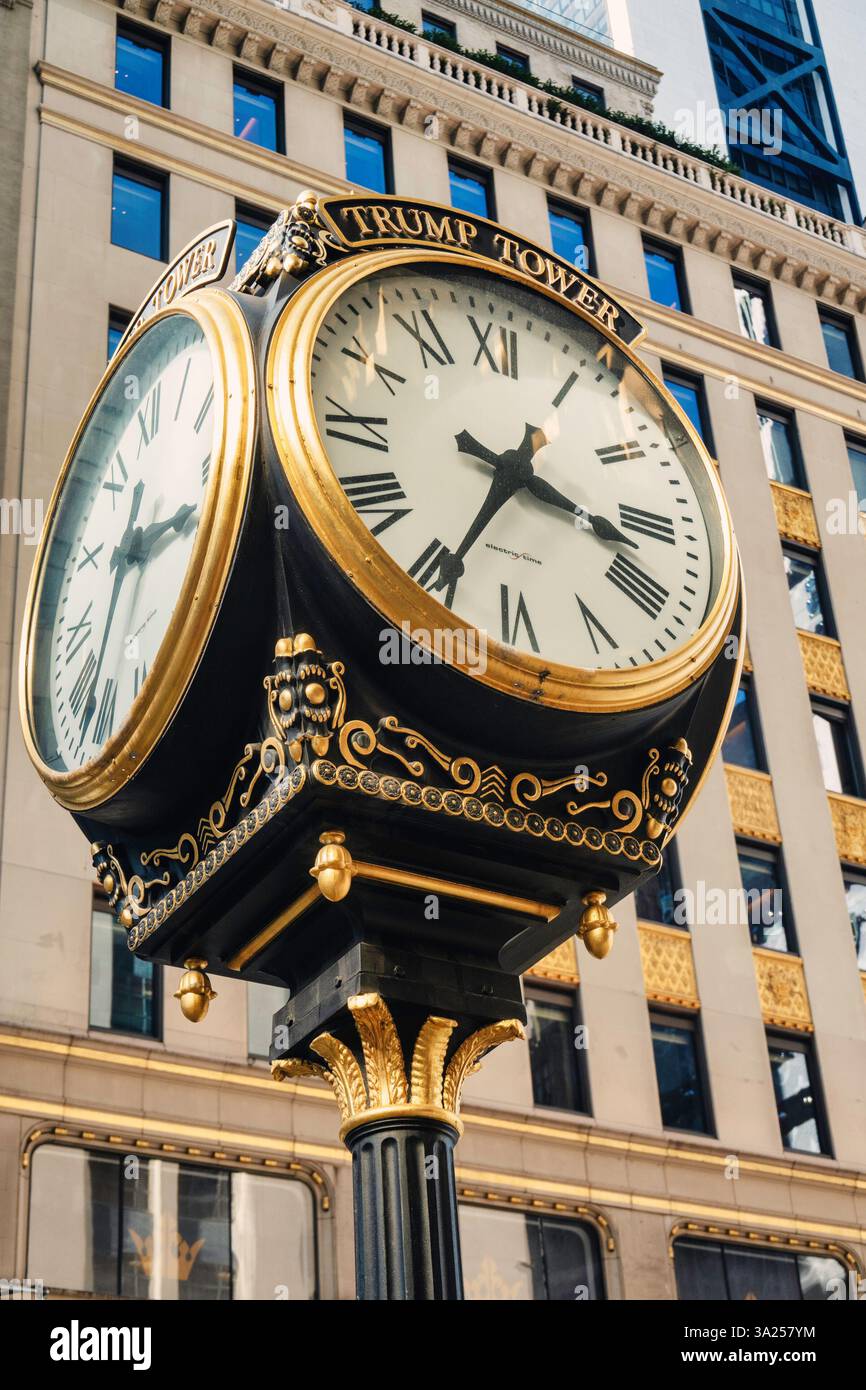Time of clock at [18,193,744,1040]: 3:34
